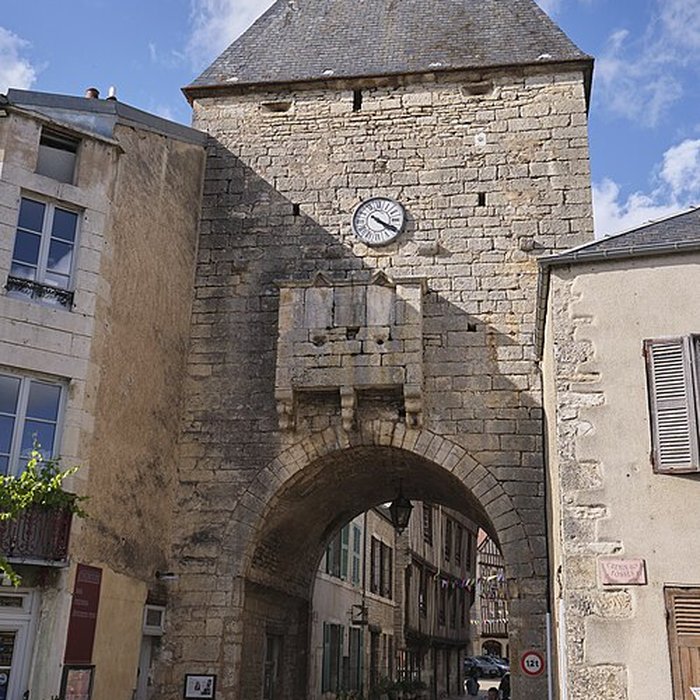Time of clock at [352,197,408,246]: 4:19
